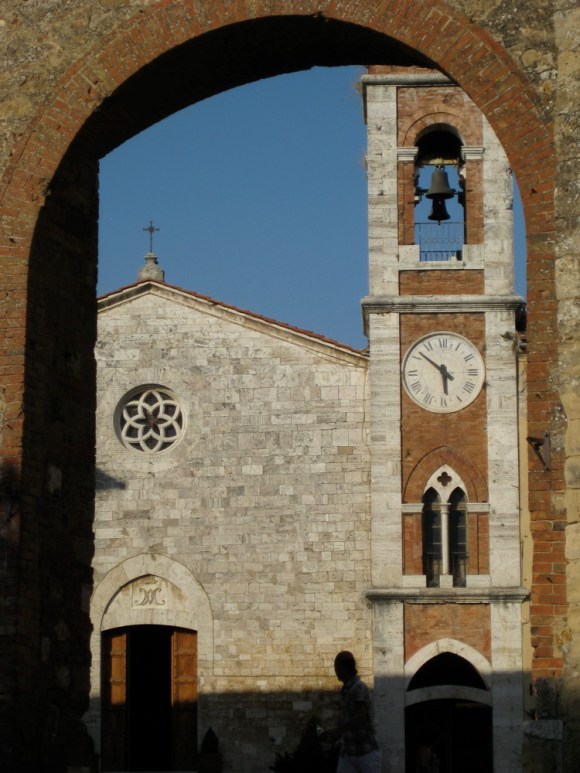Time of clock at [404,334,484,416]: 5:51
